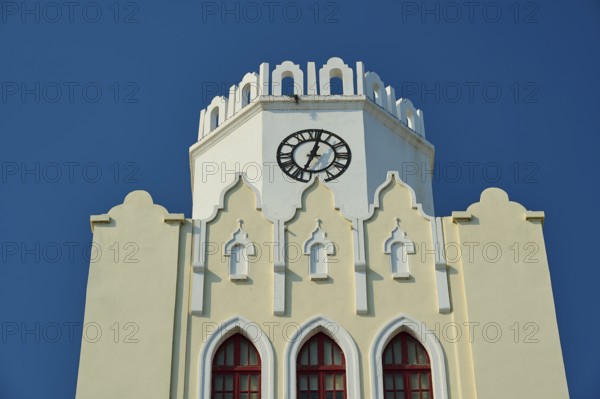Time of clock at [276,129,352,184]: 7:02
